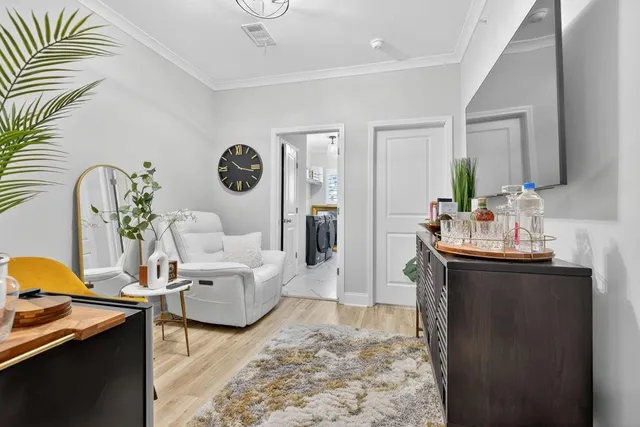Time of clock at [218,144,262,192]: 10:16
